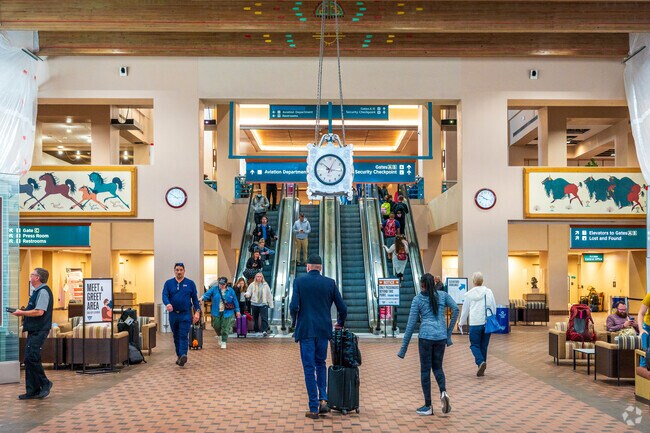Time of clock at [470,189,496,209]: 10:17
